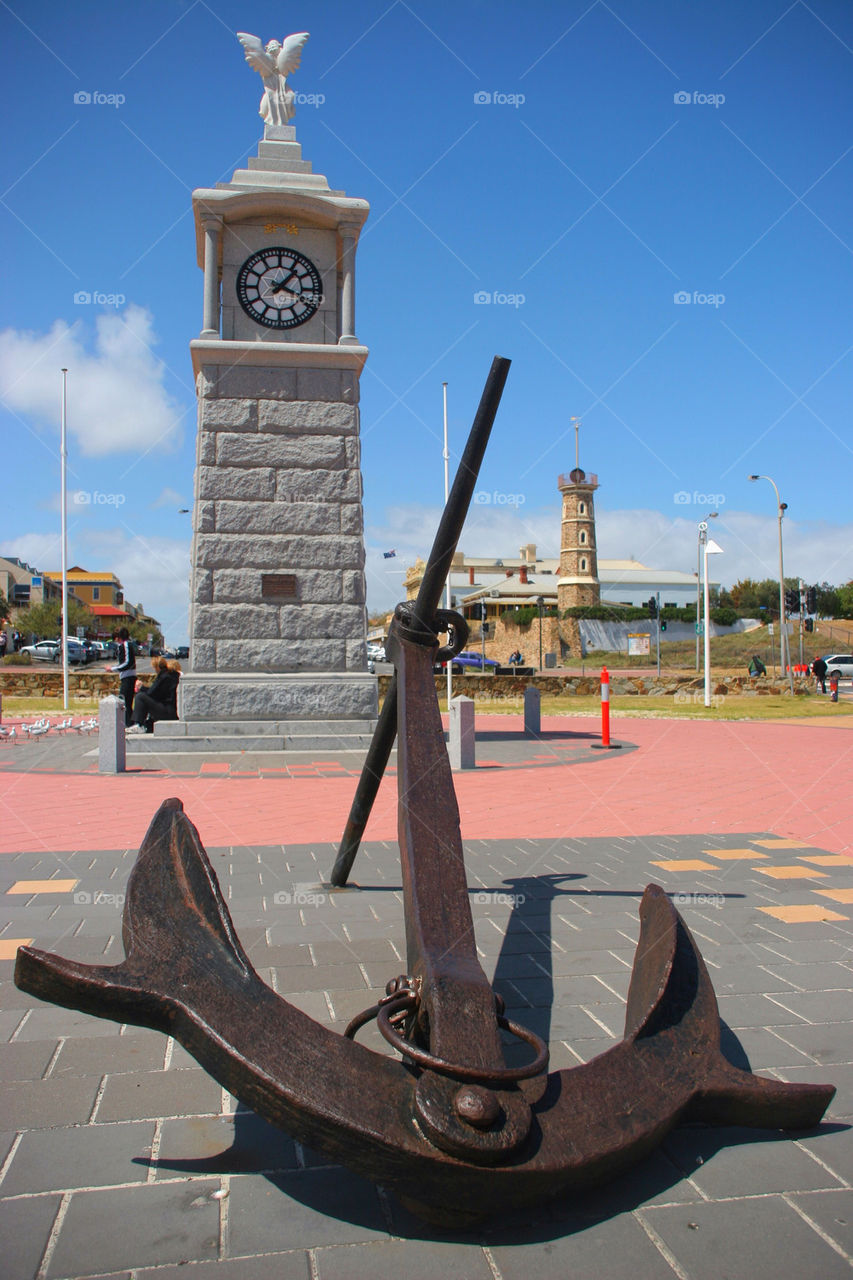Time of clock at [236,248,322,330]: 1:18
